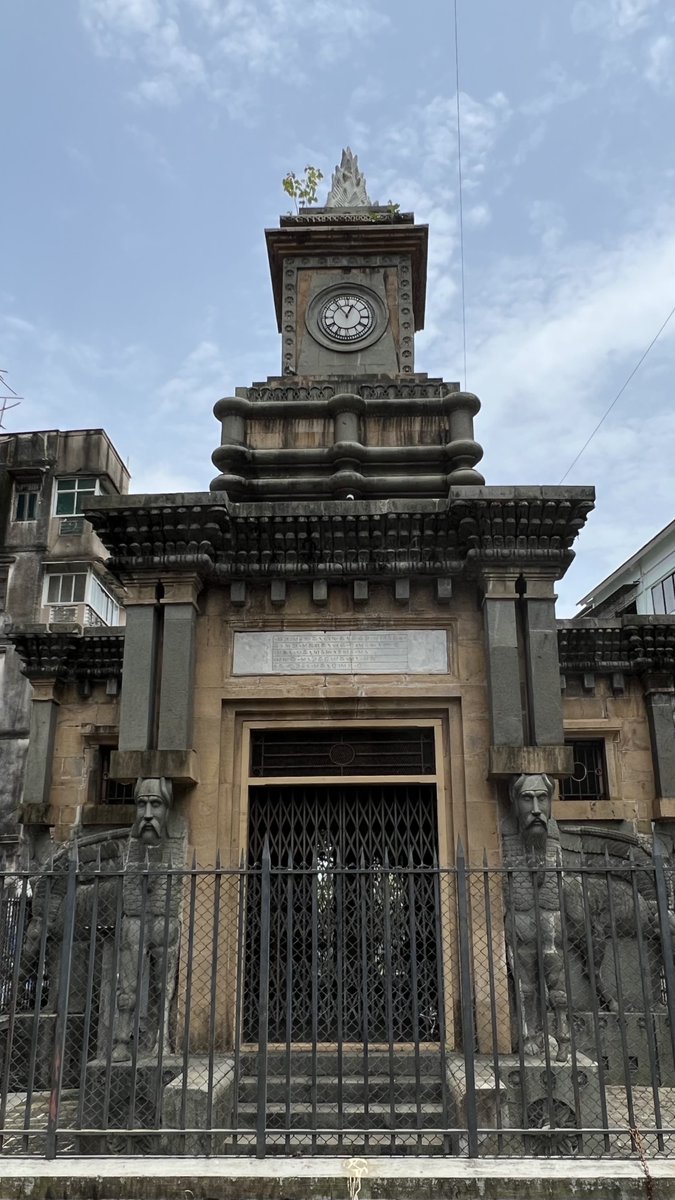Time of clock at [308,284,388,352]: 12:54
